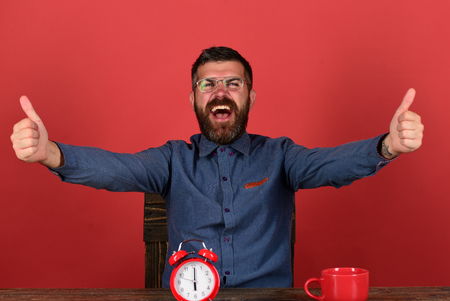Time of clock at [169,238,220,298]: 6:00
